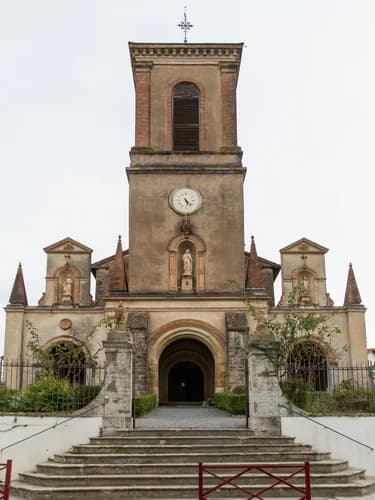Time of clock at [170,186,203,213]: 5:22
